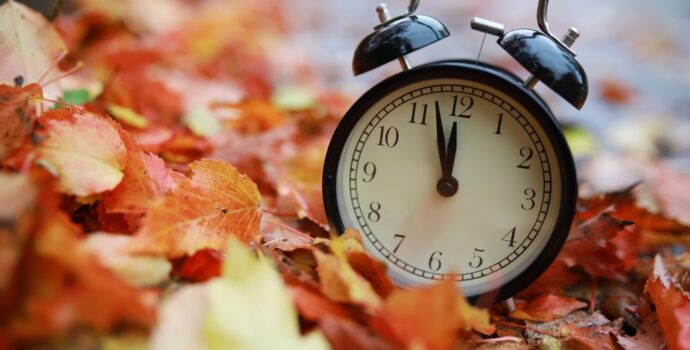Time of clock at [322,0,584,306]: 11:57
